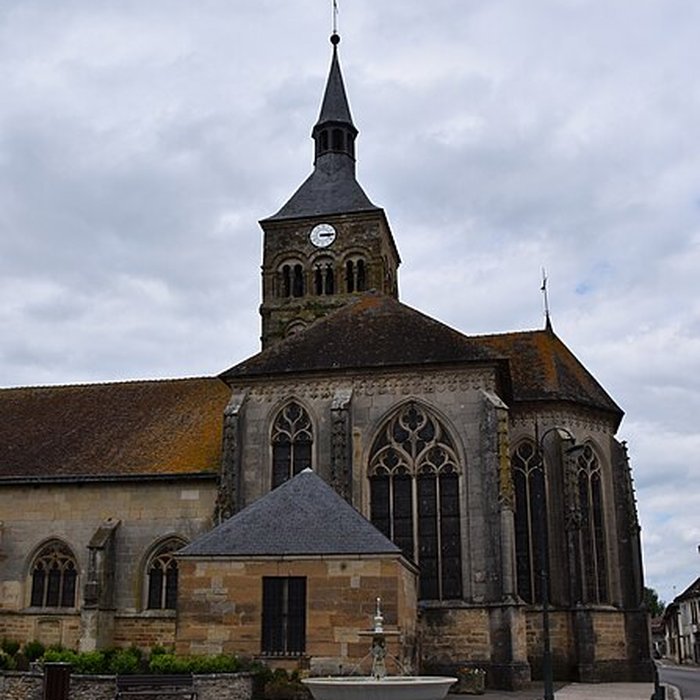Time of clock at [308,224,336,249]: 3:14
